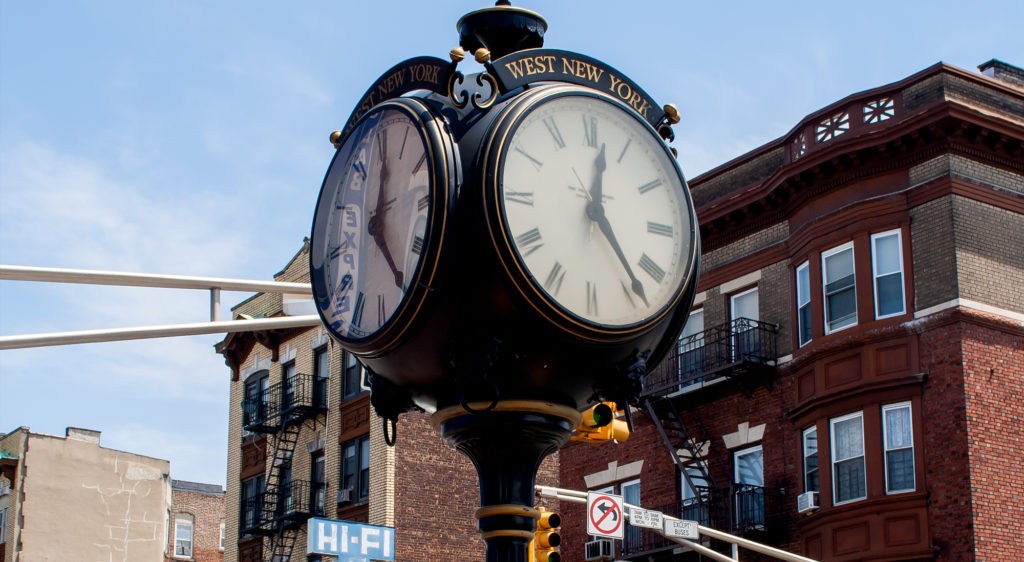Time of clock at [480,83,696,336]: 12:23
